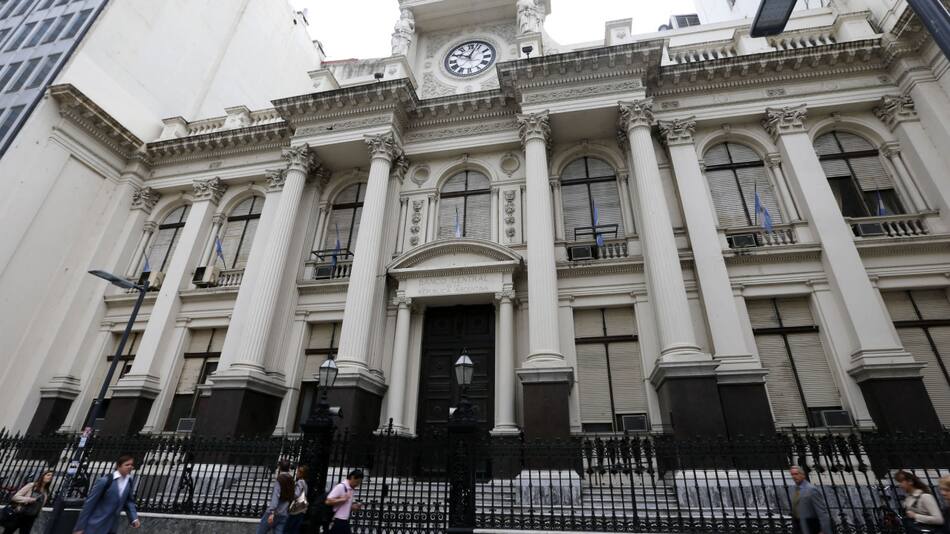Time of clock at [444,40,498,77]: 10:03
